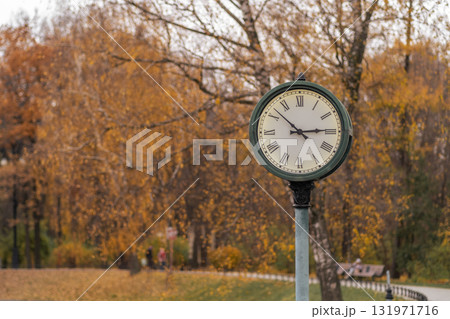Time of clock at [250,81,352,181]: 2:52
